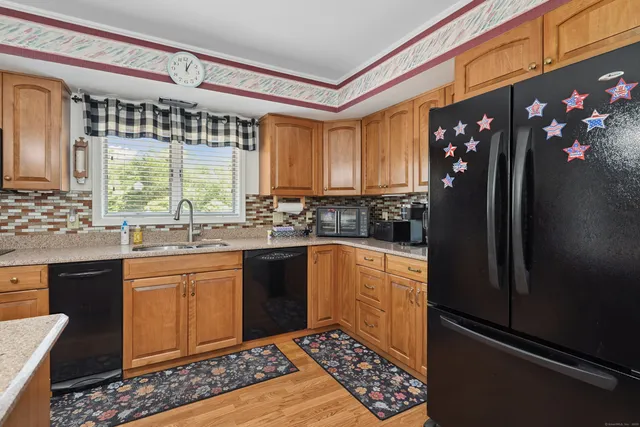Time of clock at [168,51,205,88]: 12:04
